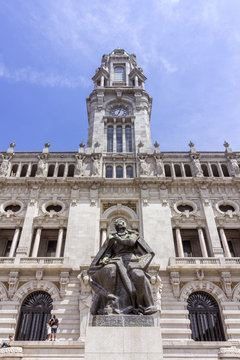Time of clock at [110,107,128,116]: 7:04
